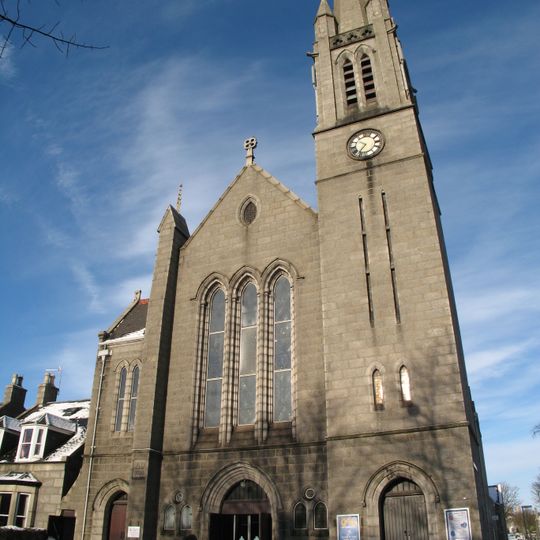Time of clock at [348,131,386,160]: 10:36
